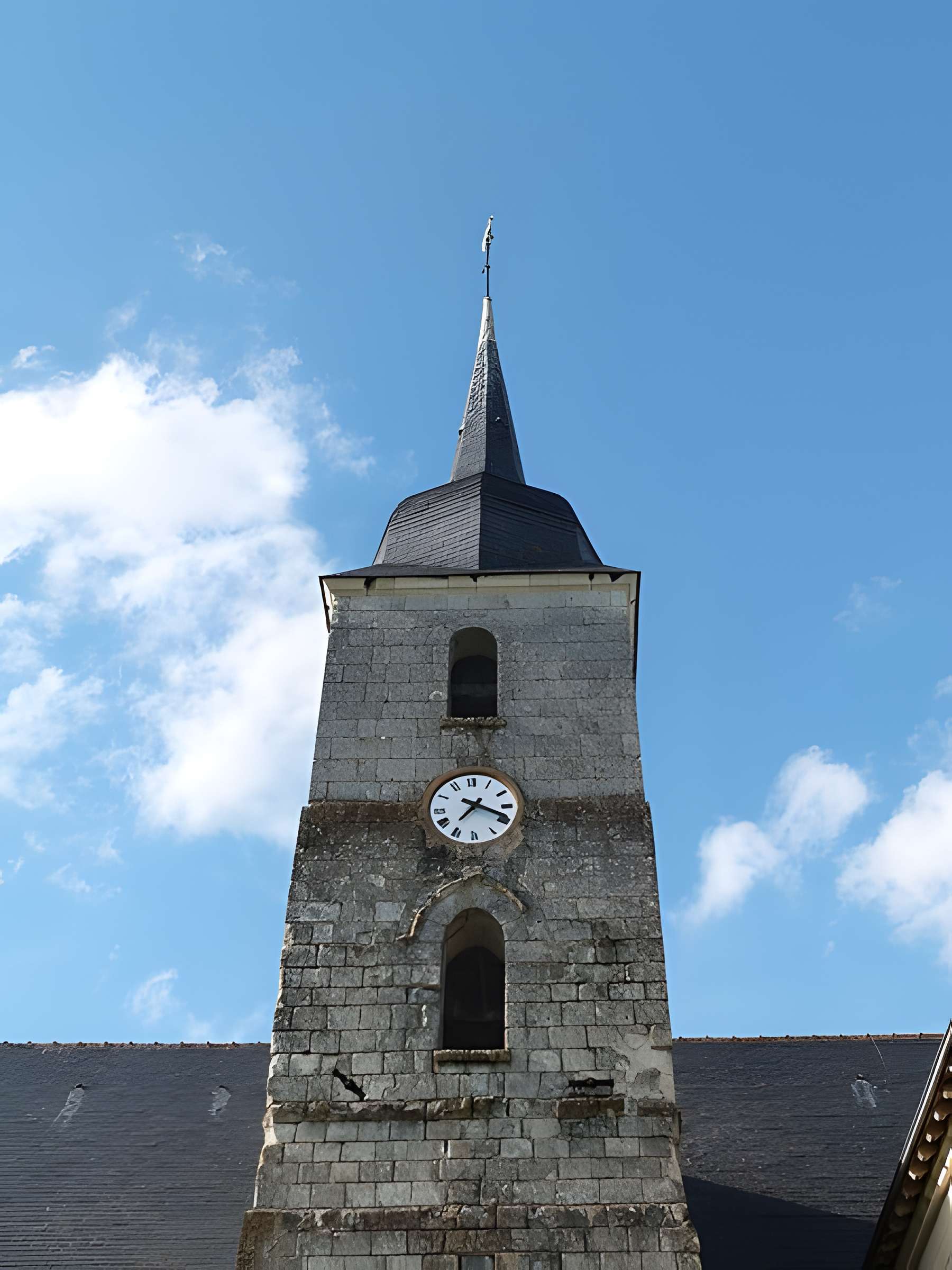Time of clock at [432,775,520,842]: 7:18
